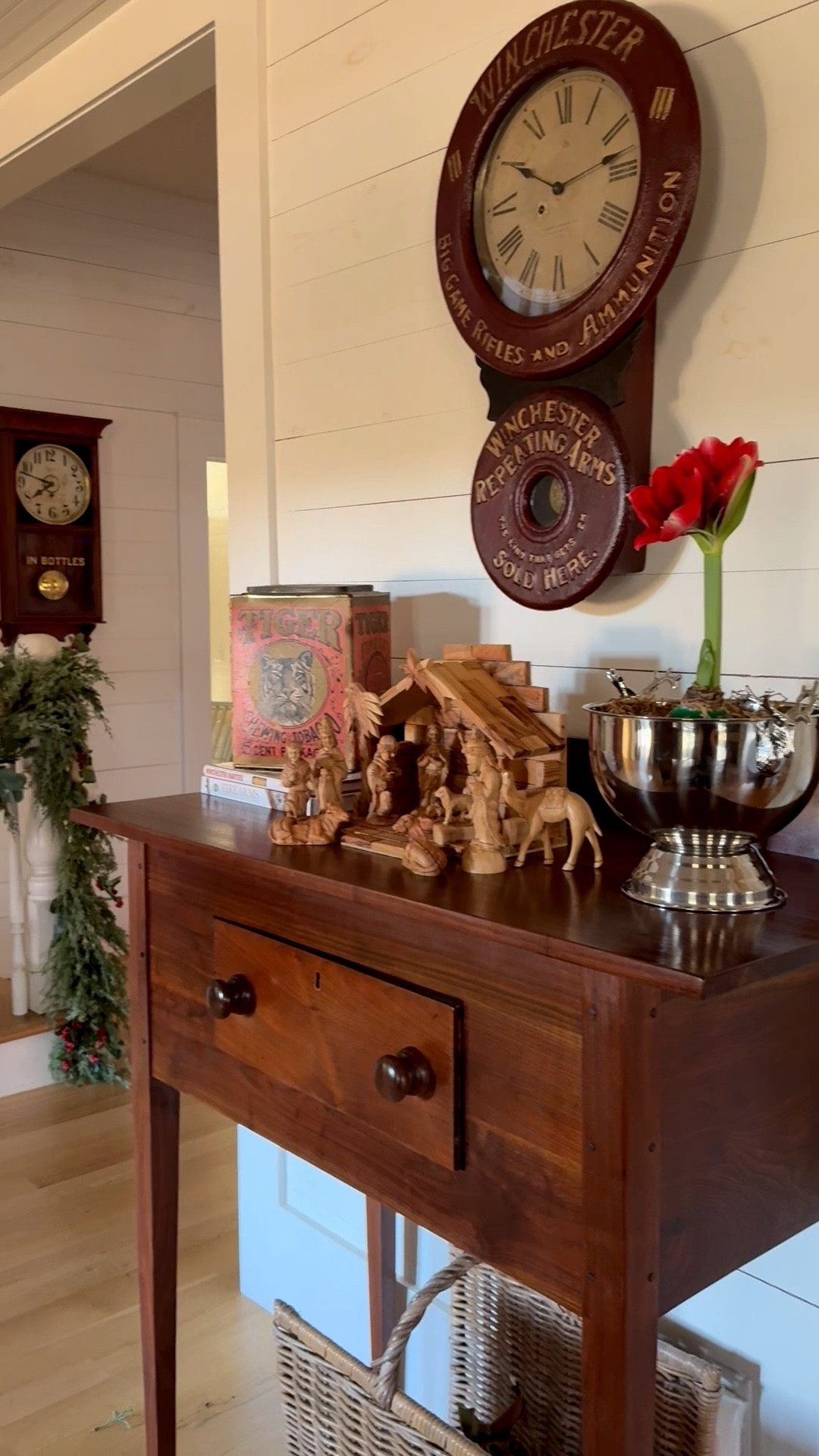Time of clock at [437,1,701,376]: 10:12
